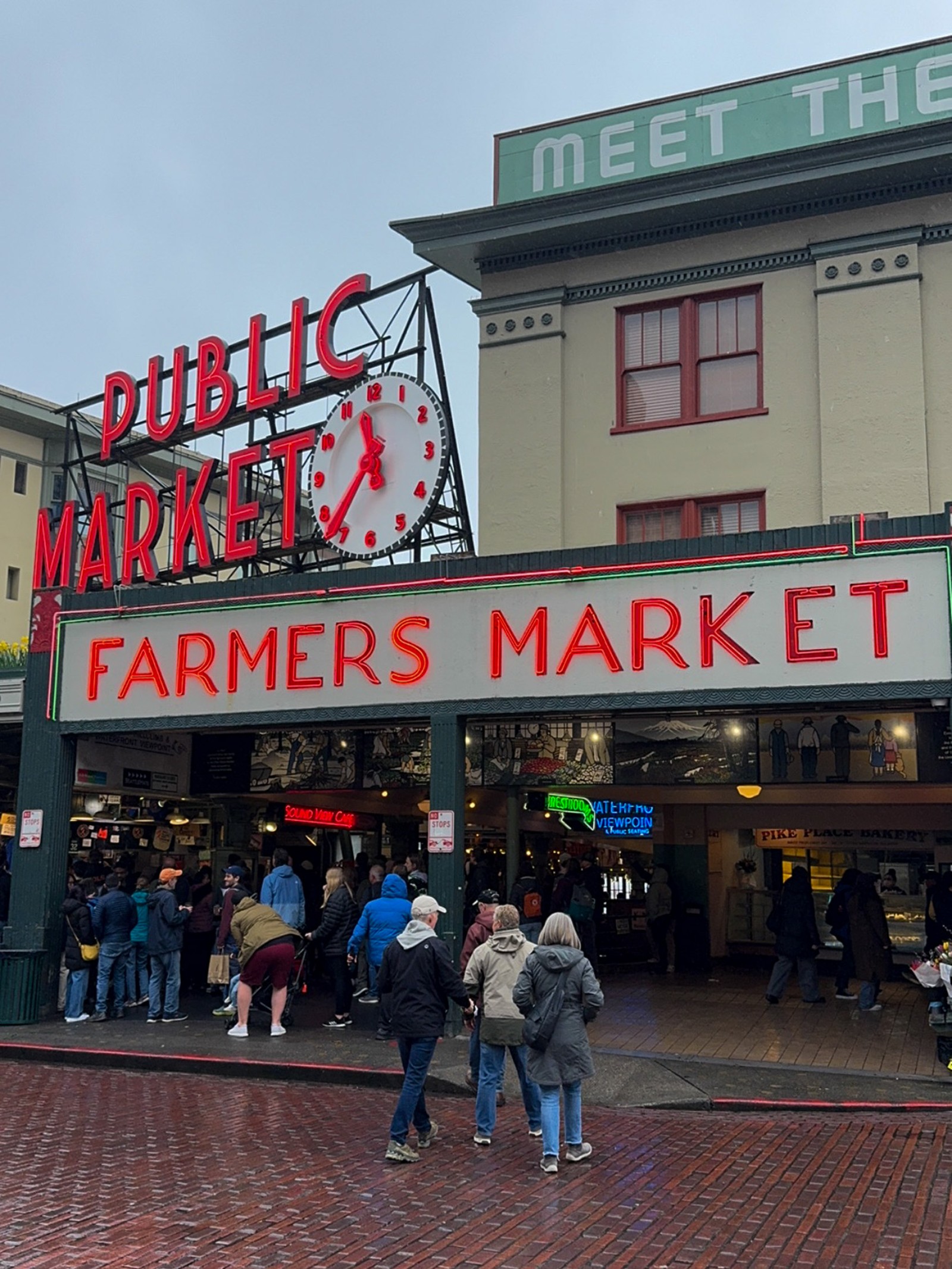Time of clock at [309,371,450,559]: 11:36
